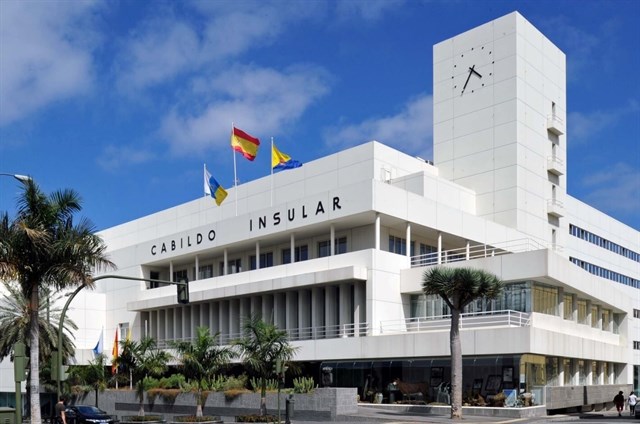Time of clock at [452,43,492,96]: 4:35
